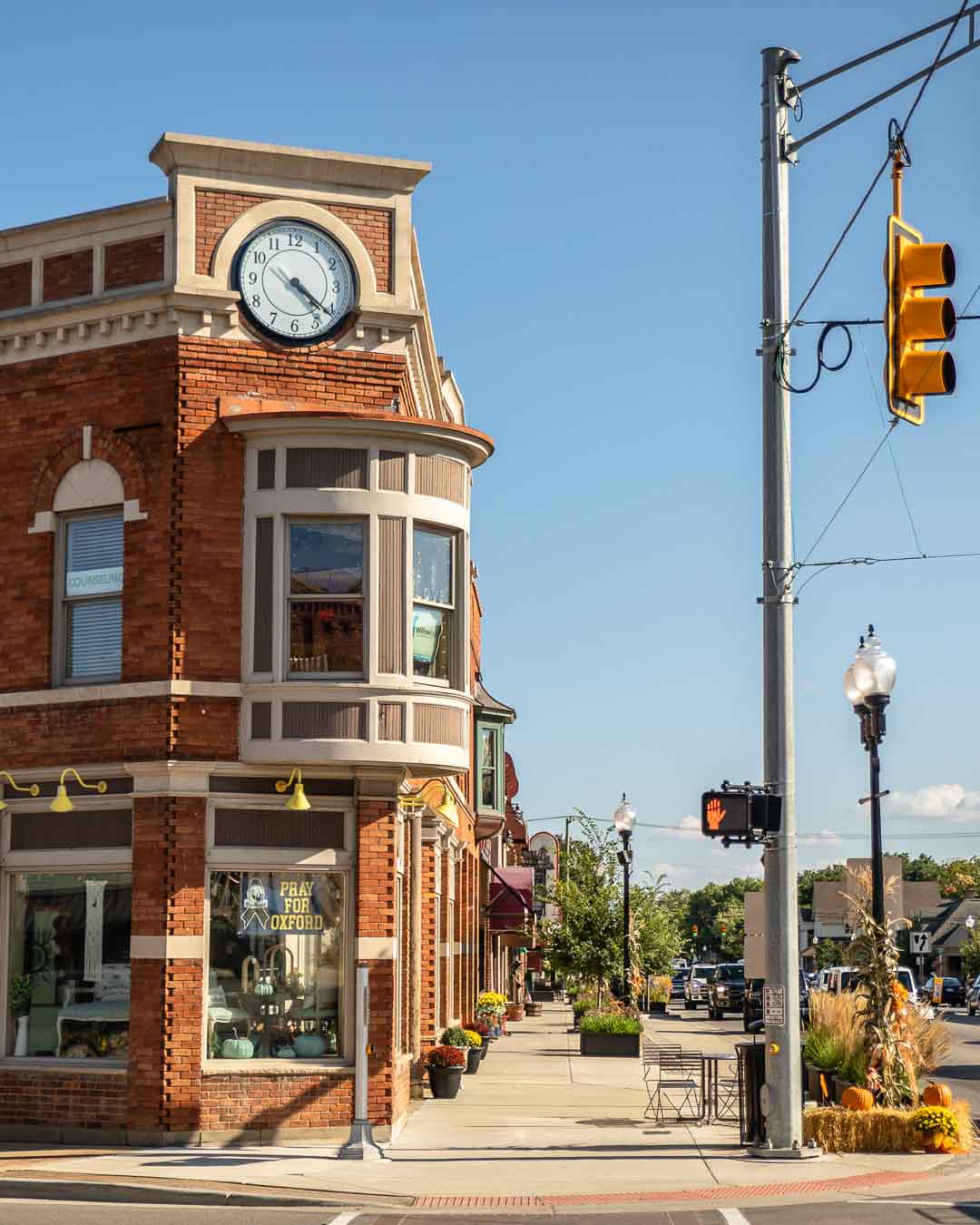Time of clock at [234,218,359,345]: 4:21
